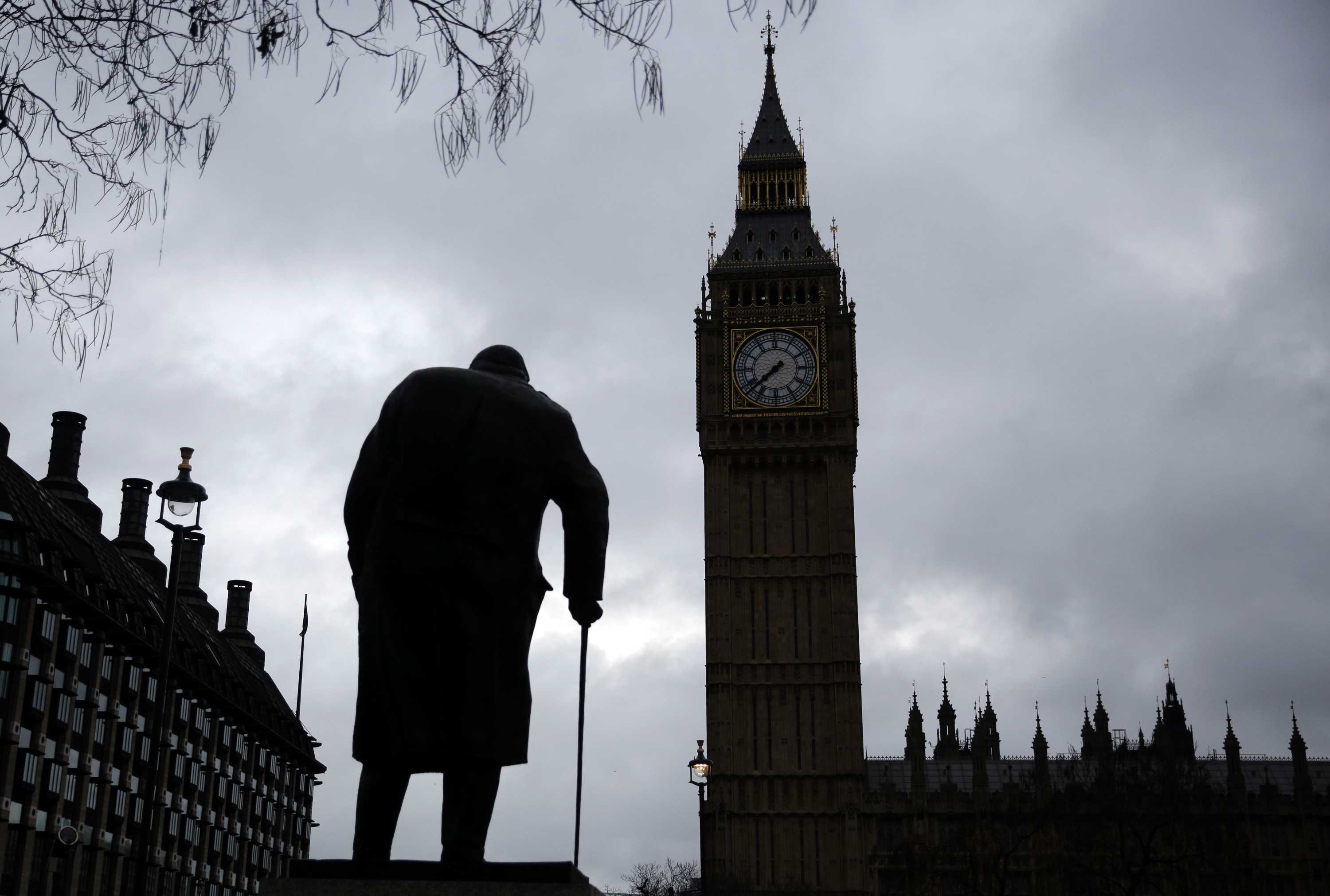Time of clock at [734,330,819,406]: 7:37
